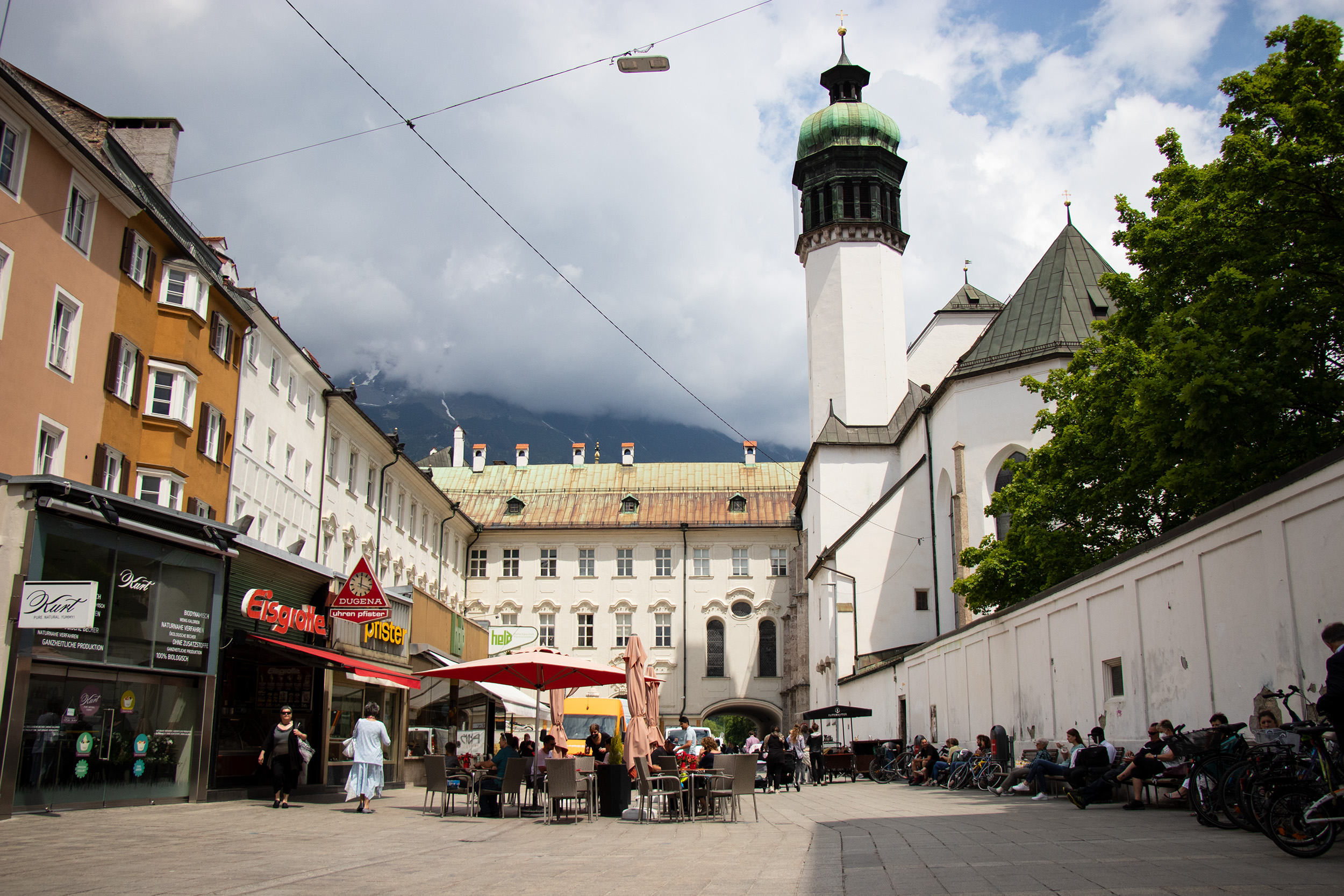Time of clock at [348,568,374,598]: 12:18
